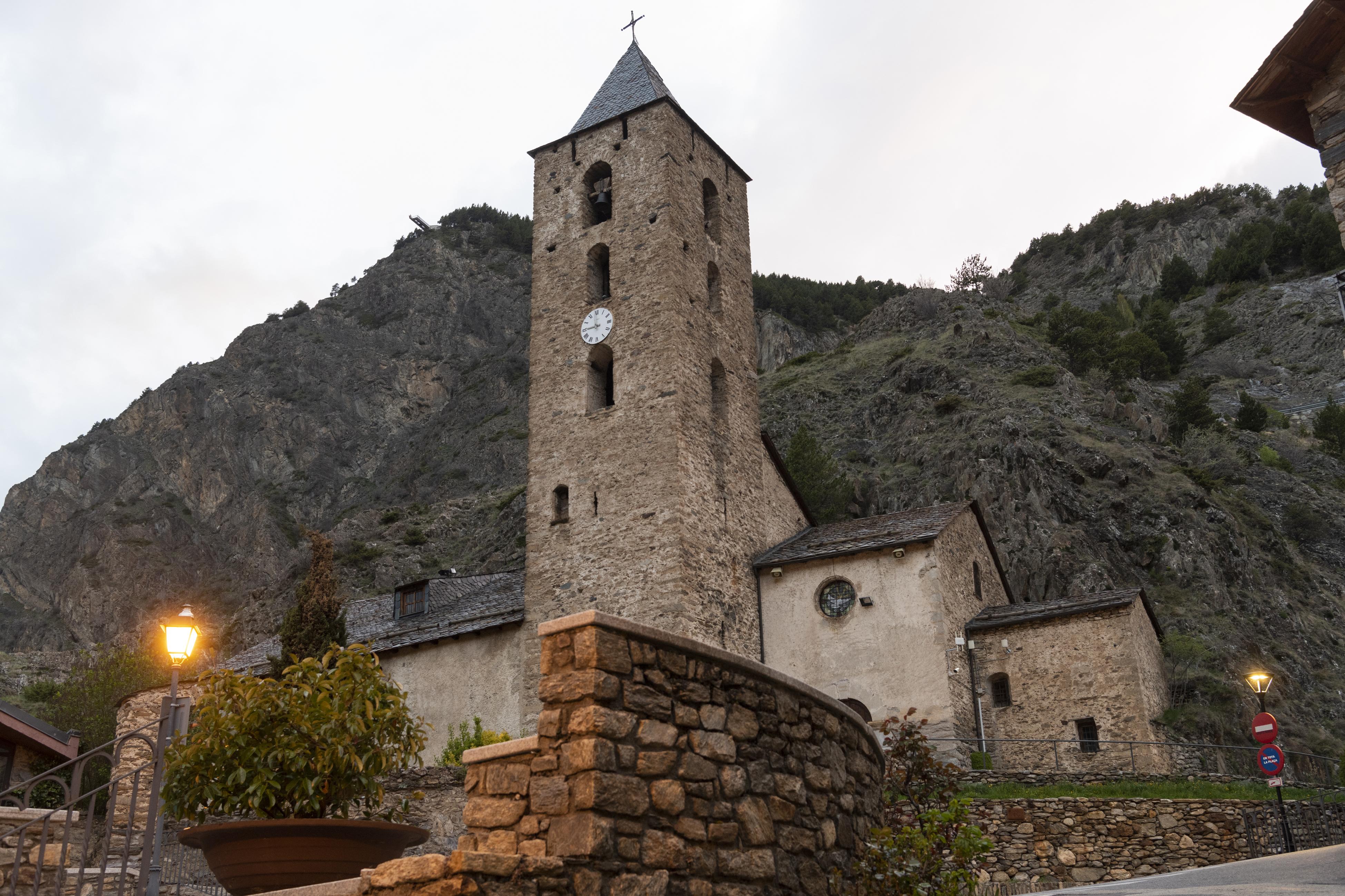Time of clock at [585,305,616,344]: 8:59
